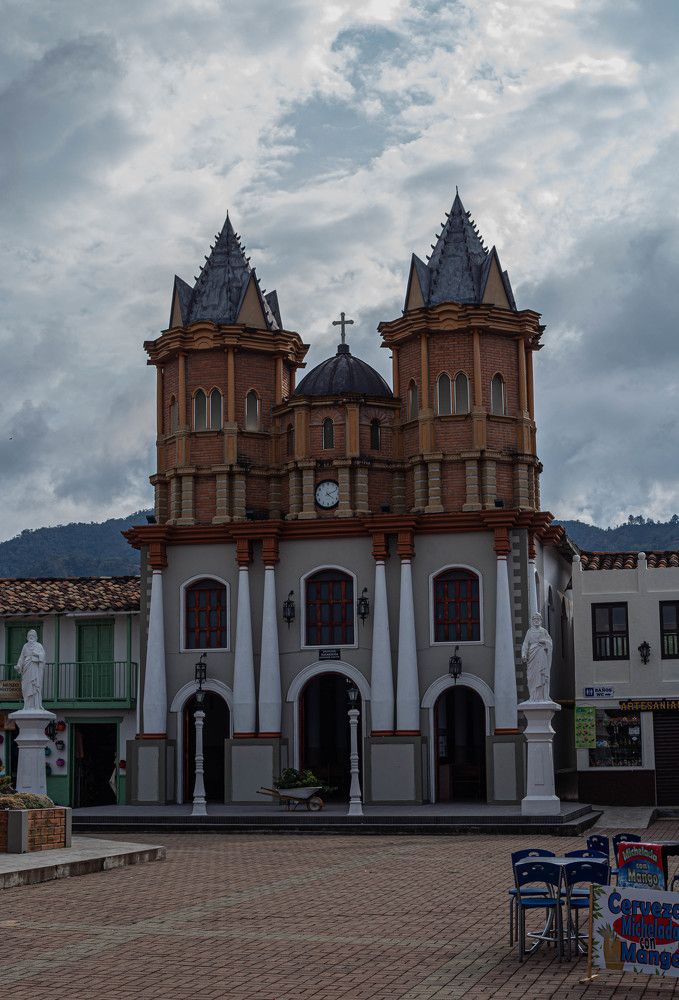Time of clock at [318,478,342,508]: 4:11
